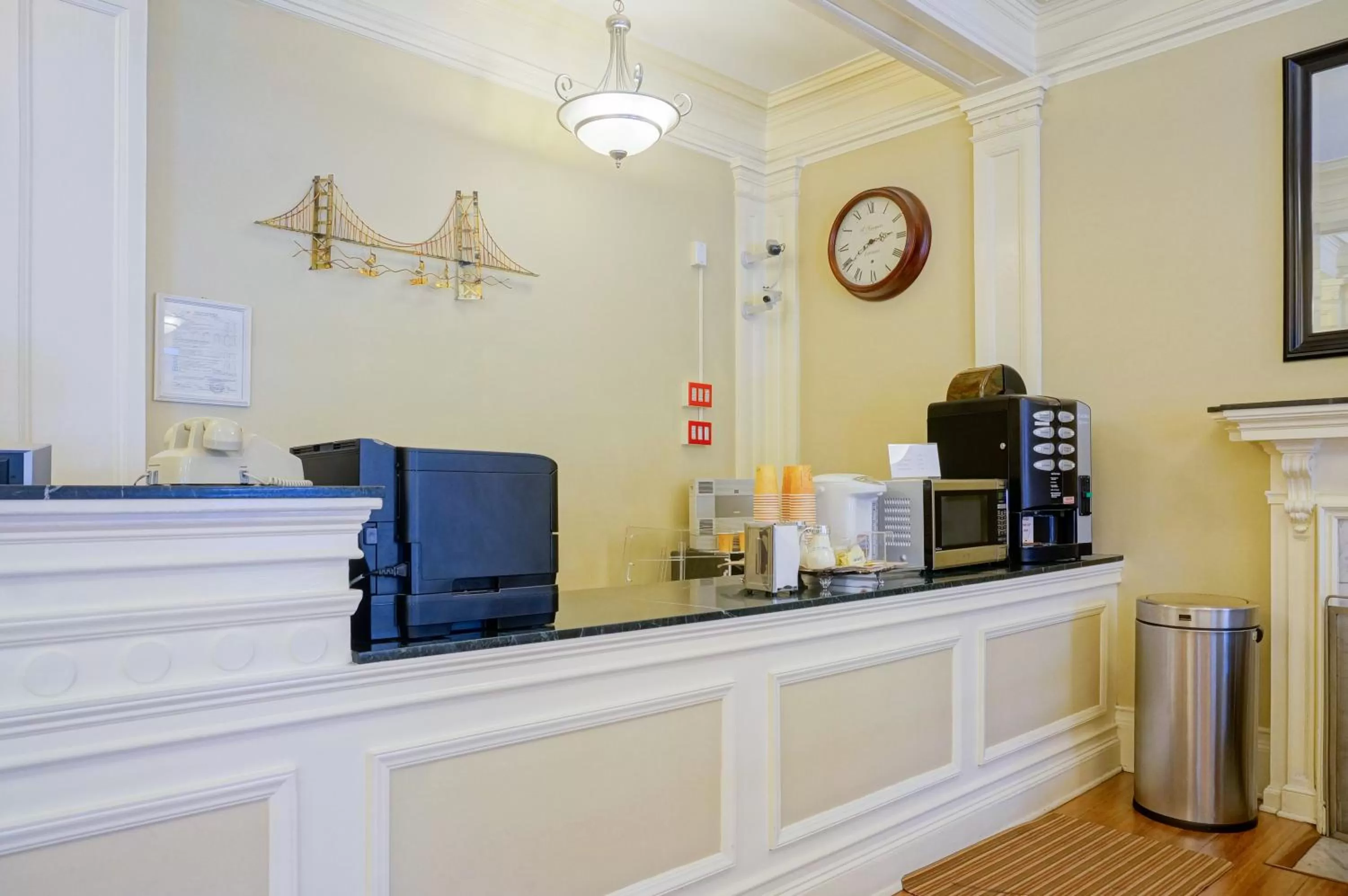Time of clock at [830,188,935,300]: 2:39
